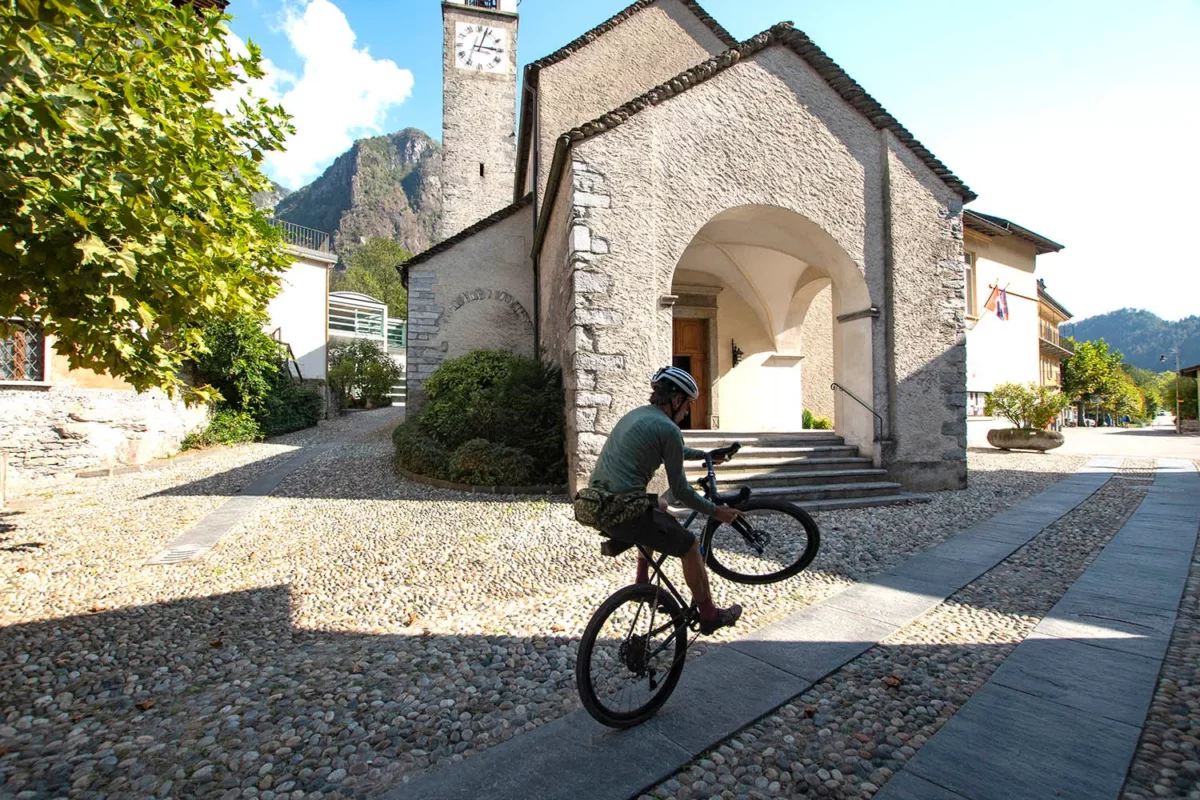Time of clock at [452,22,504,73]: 3:03
